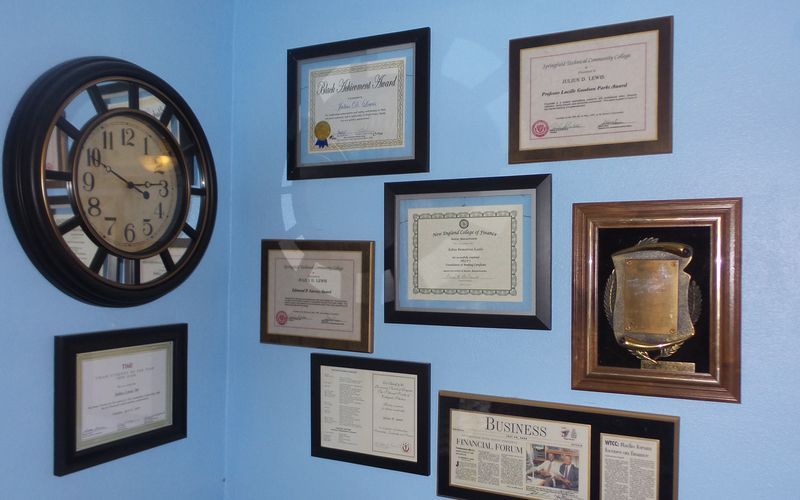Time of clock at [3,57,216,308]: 3:49
